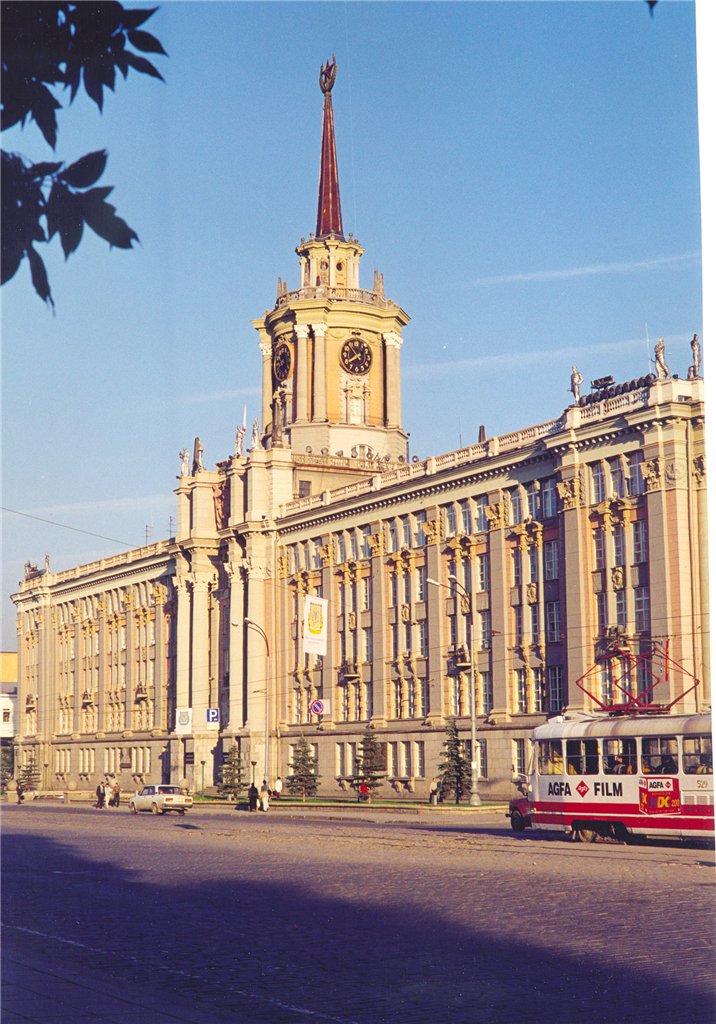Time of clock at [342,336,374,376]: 7:52
